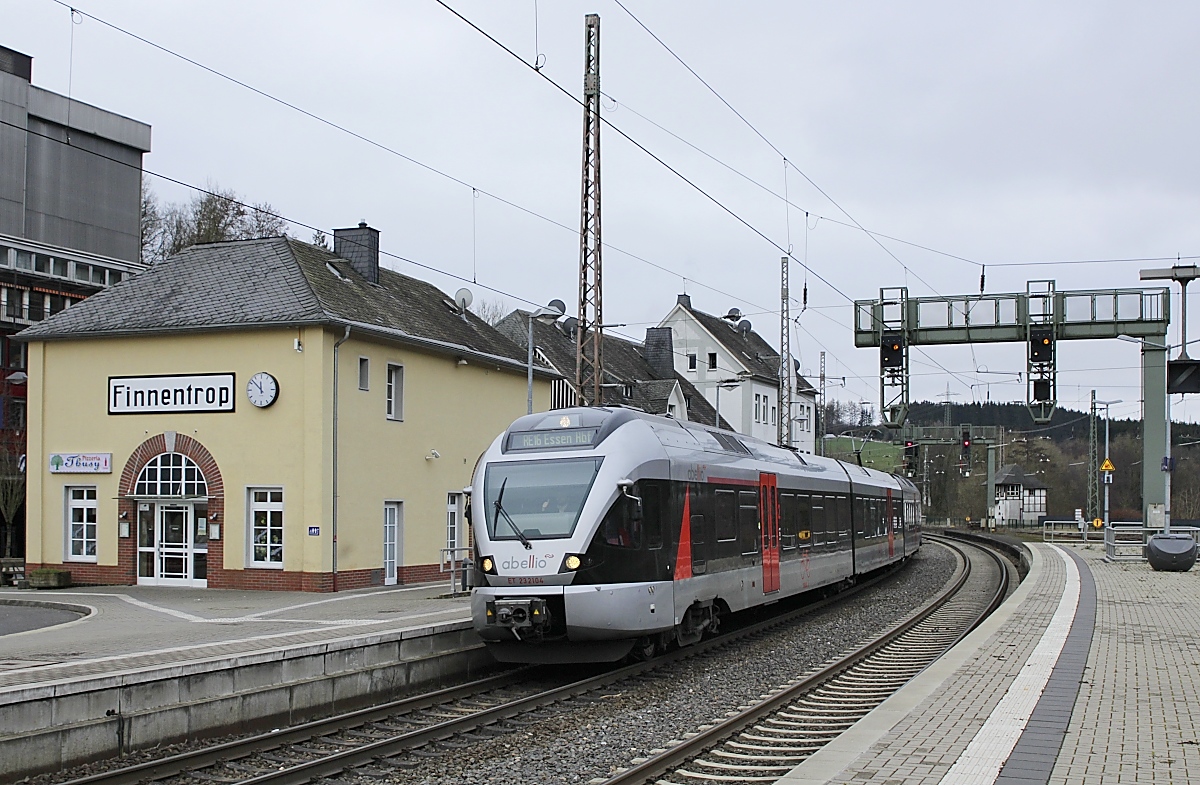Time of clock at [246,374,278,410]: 11:52
